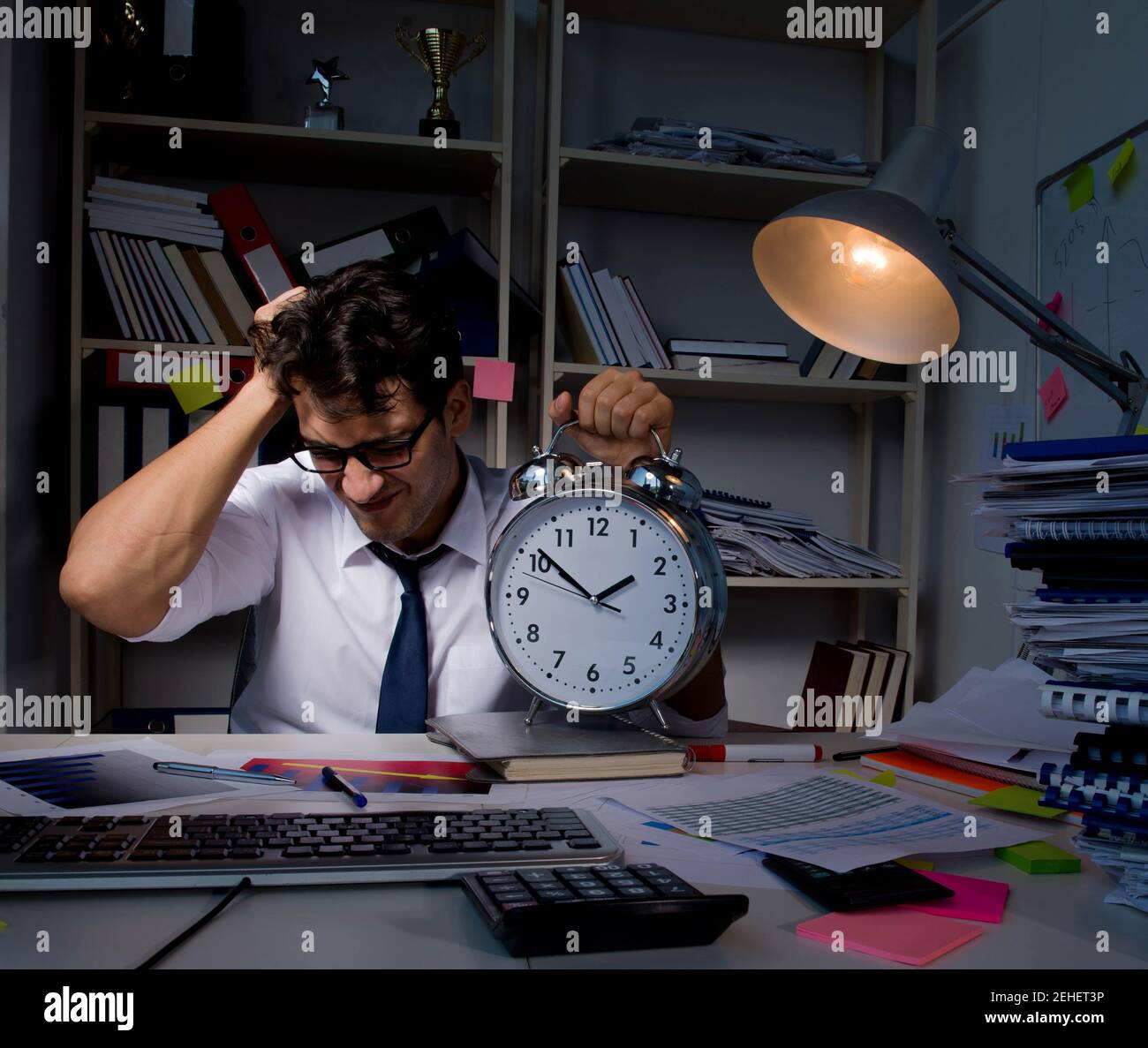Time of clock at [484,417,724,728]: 1:51
